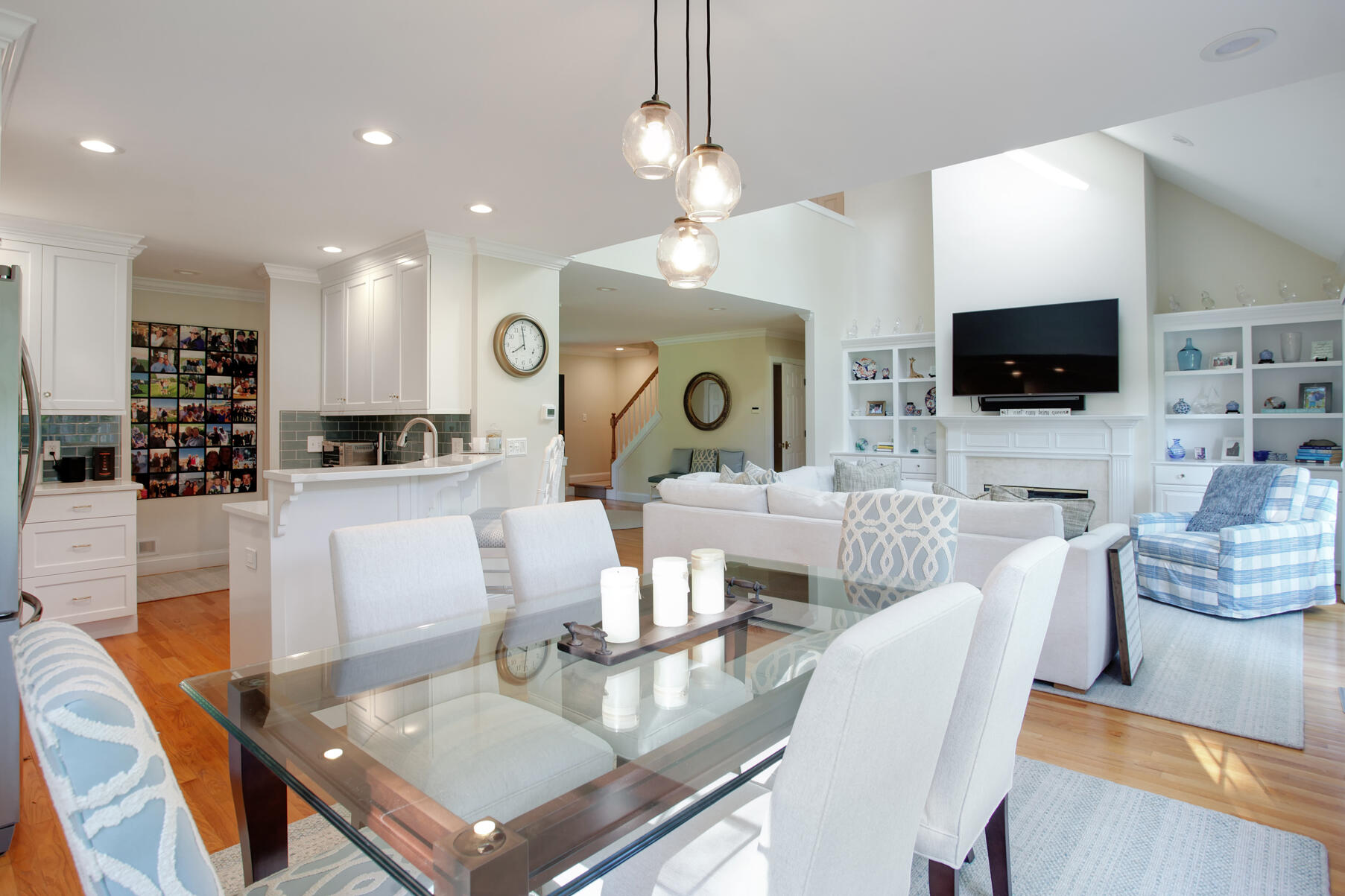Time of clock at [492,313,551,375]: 7:59
